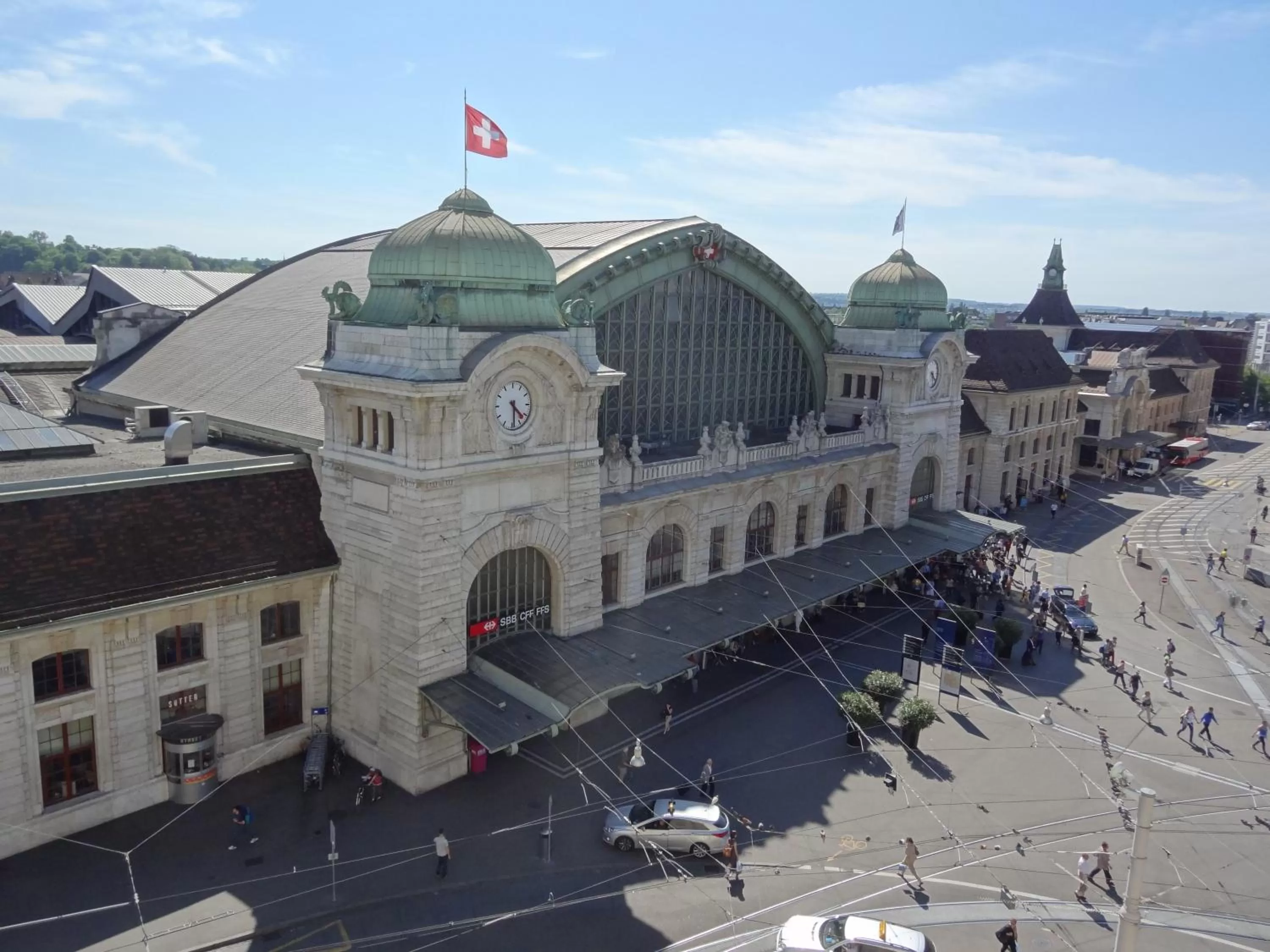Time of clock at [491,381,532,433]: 4:29
